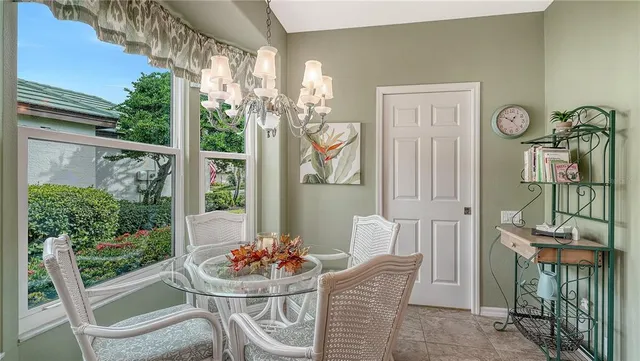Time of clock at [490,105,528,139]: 12:49
